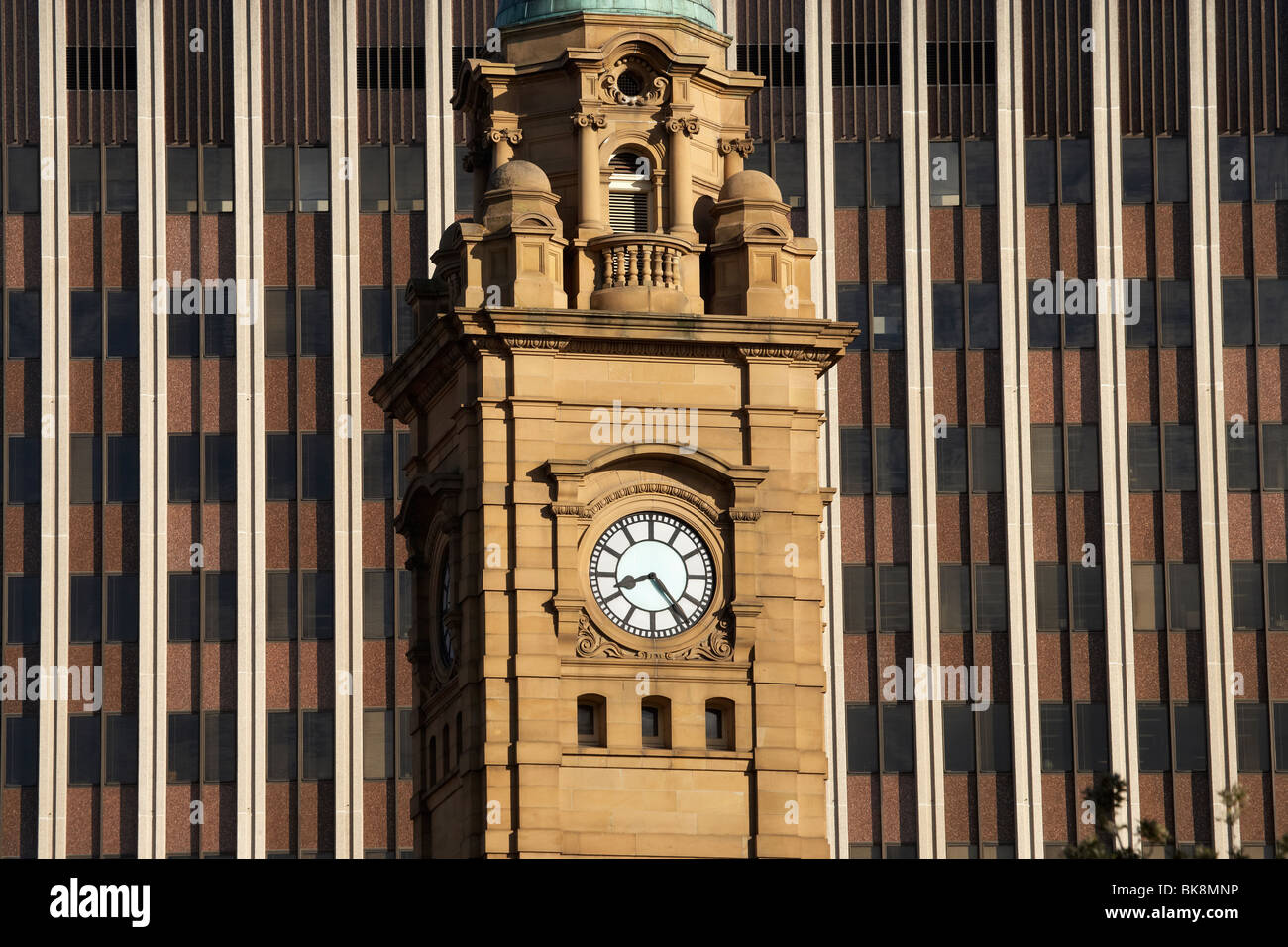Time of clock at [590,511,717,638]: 8:23
